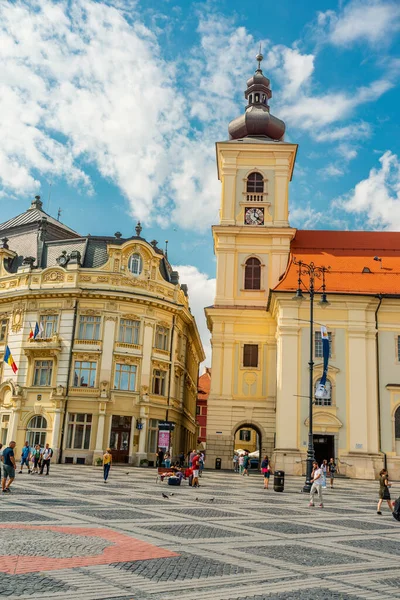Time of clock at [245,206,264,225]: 4:00
